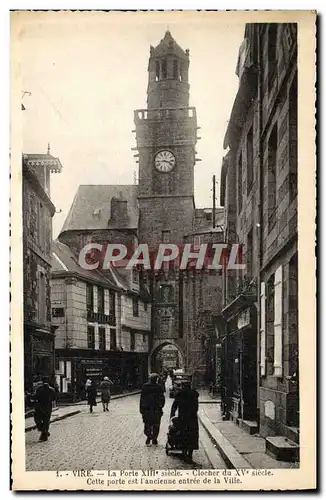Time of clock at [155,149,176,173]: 3:43
